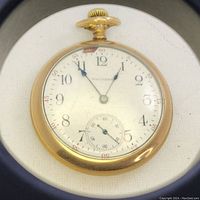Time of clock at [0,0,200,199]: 12:54
